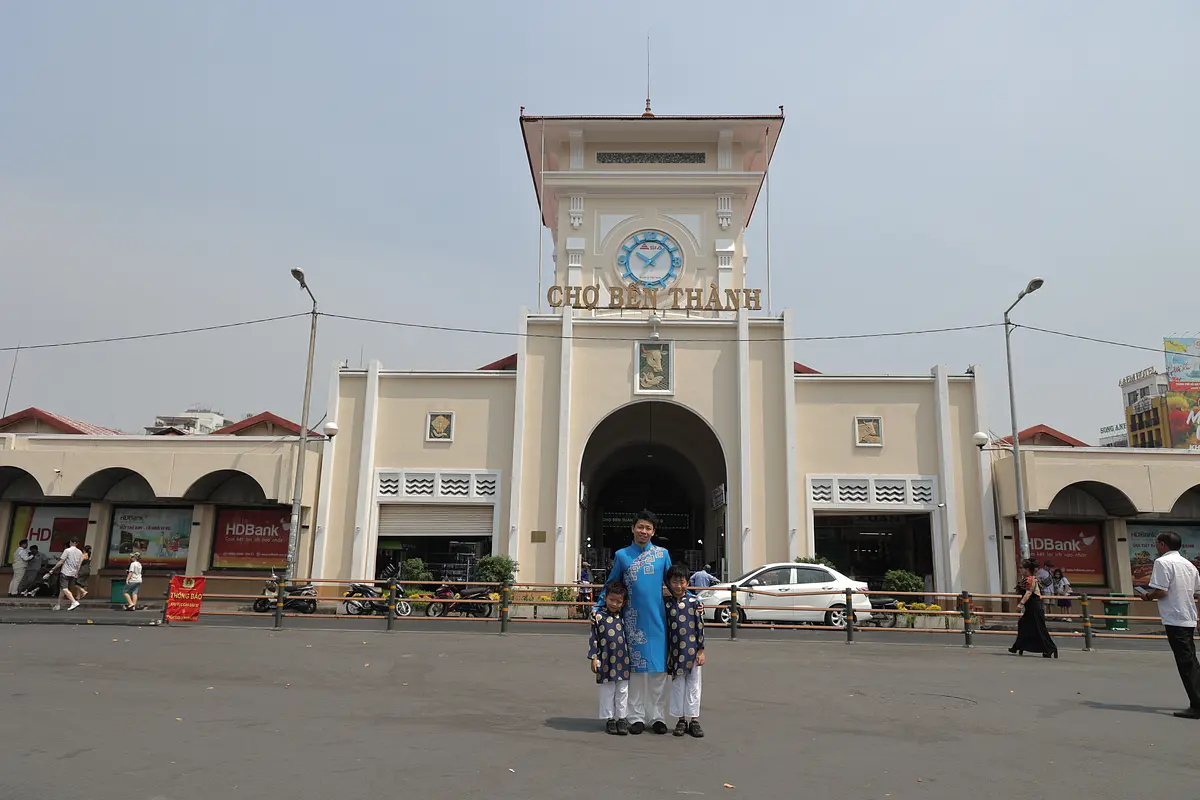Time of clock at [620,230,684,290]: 10:07
